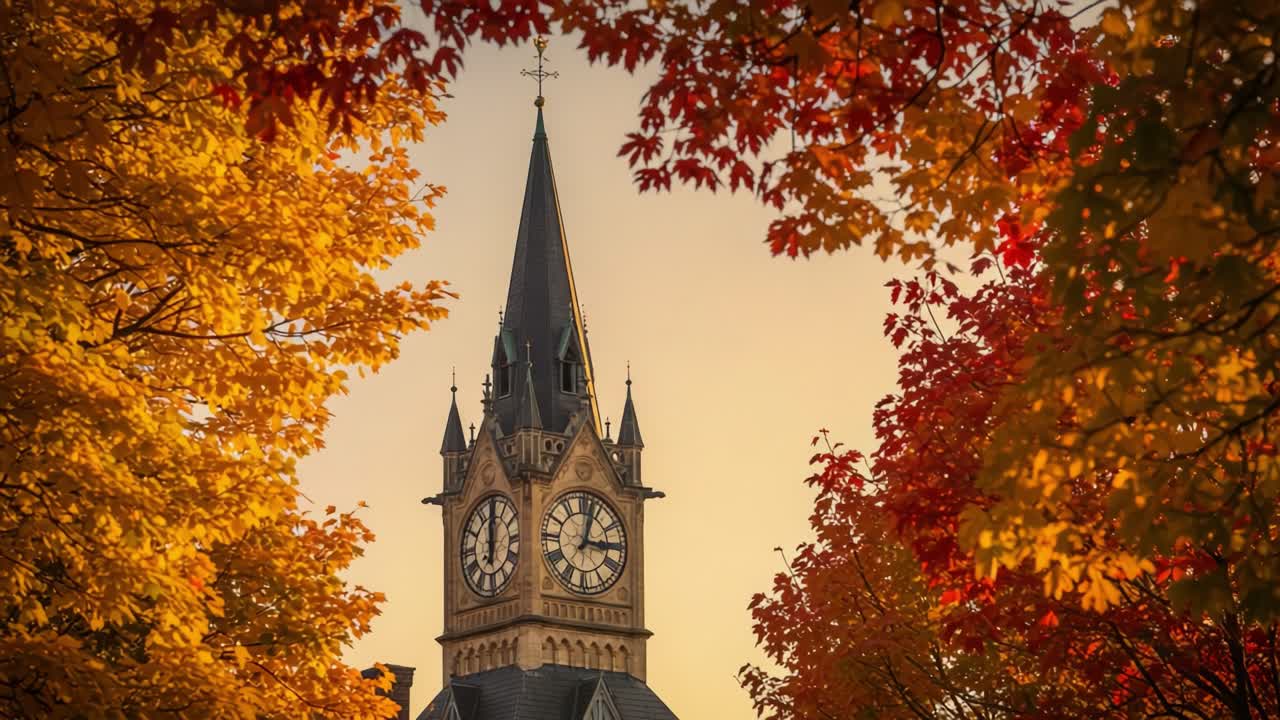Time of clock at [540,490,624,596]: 3:02
